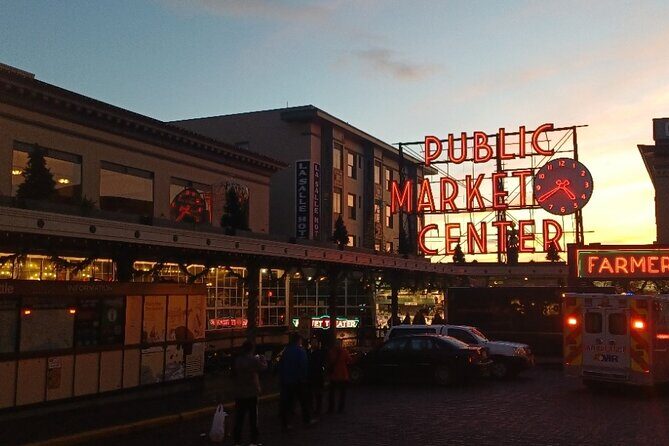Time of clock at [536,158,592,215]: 4:40
